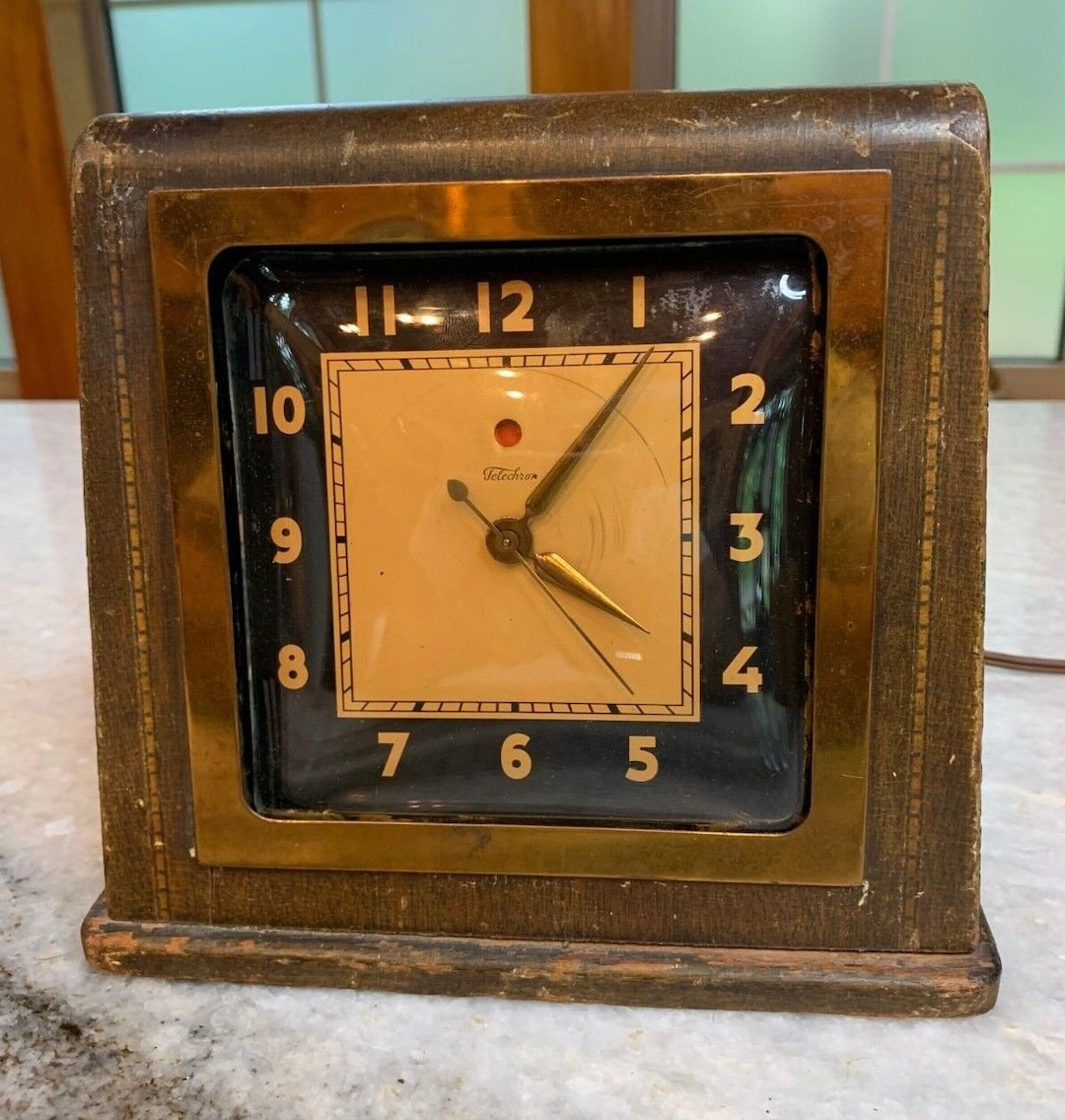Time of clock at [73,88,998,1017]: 4:06
